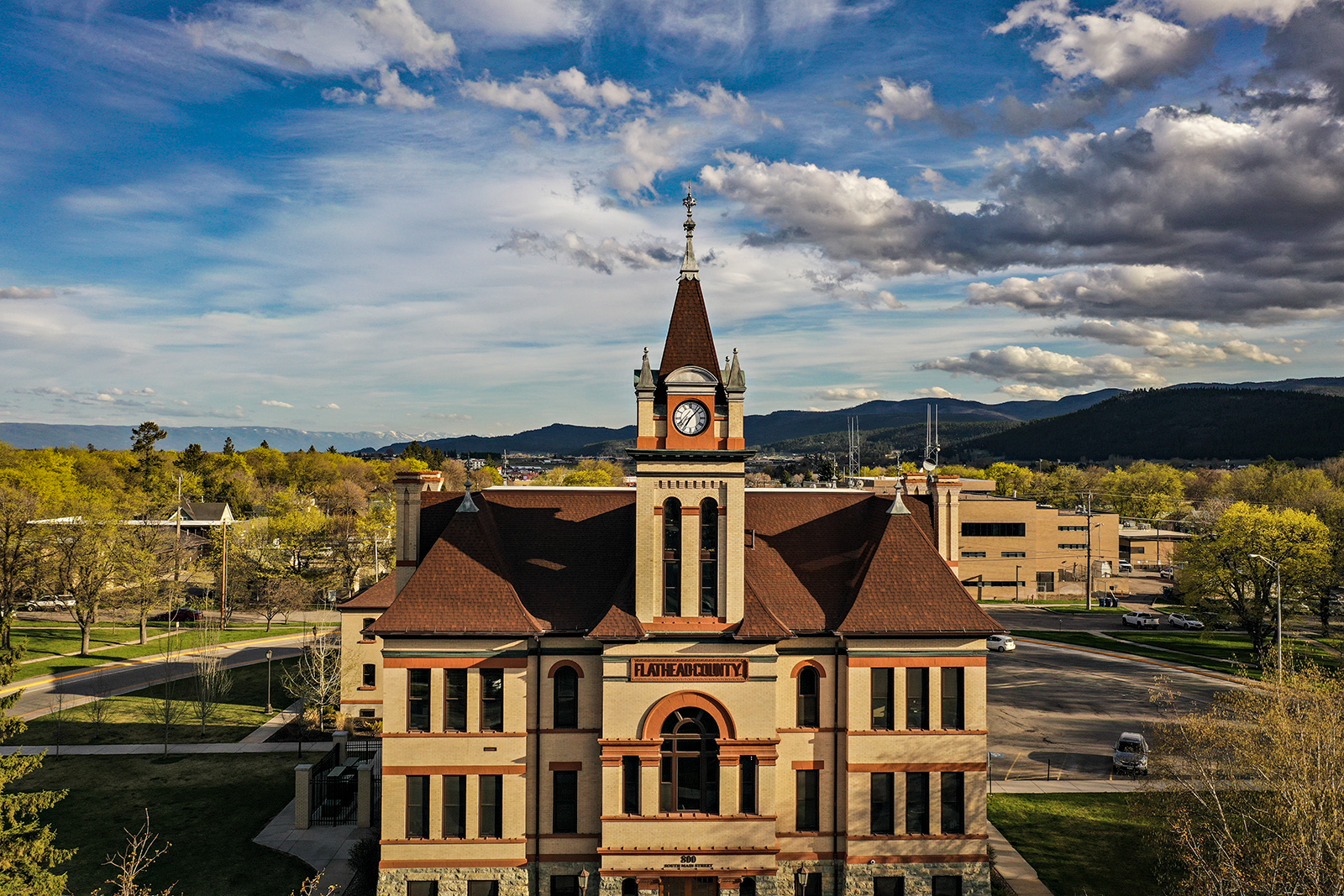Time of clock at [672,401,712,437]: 7:07
